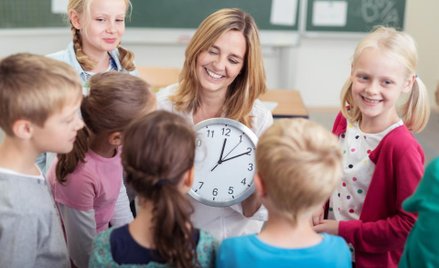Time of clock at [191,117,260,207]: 12:10
